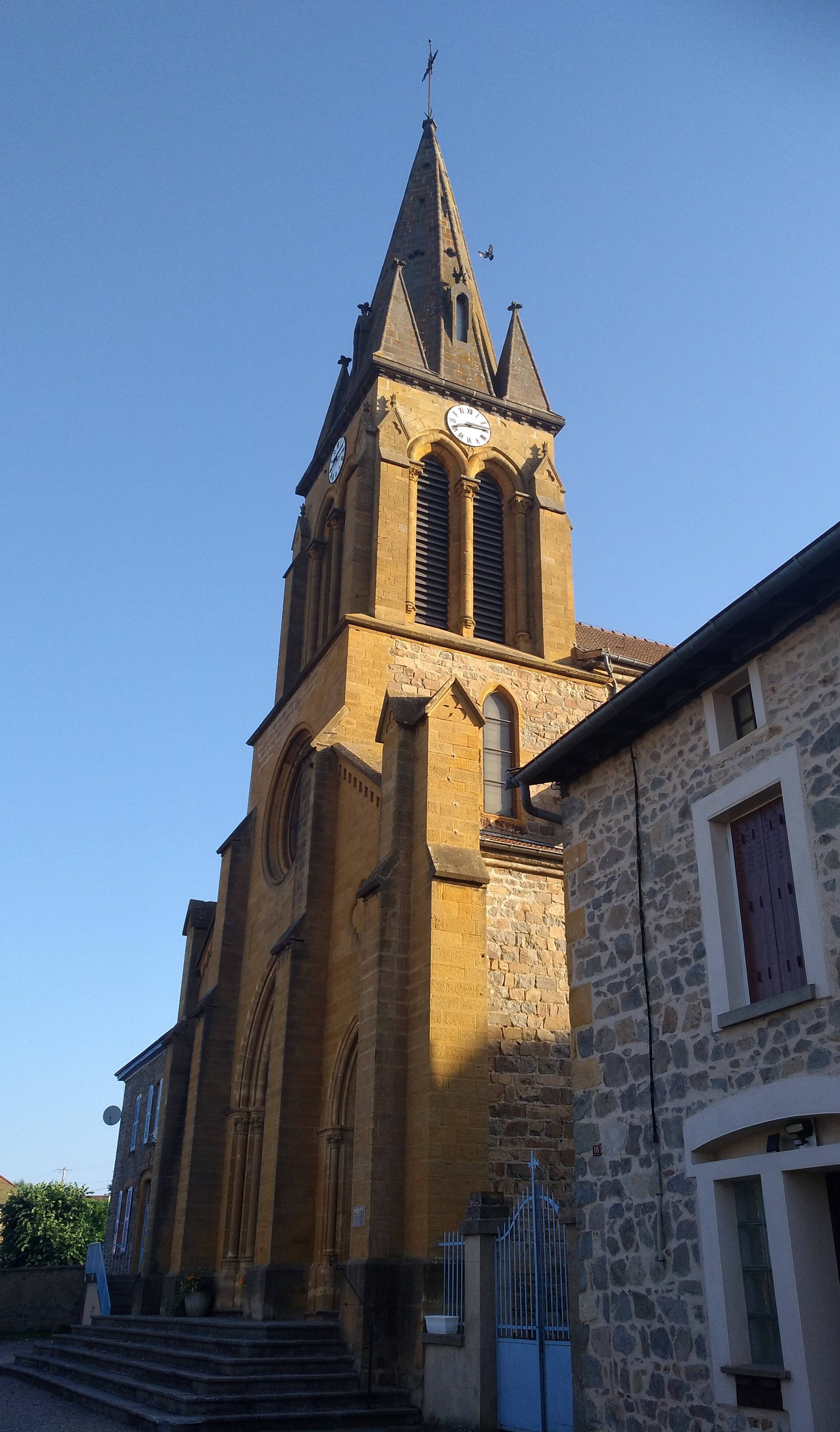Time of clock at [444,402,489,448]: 8:14
